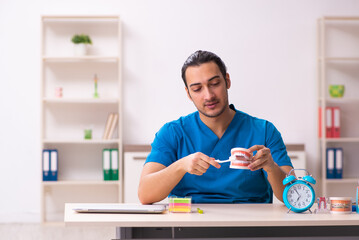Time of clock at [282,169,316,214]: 6:54
